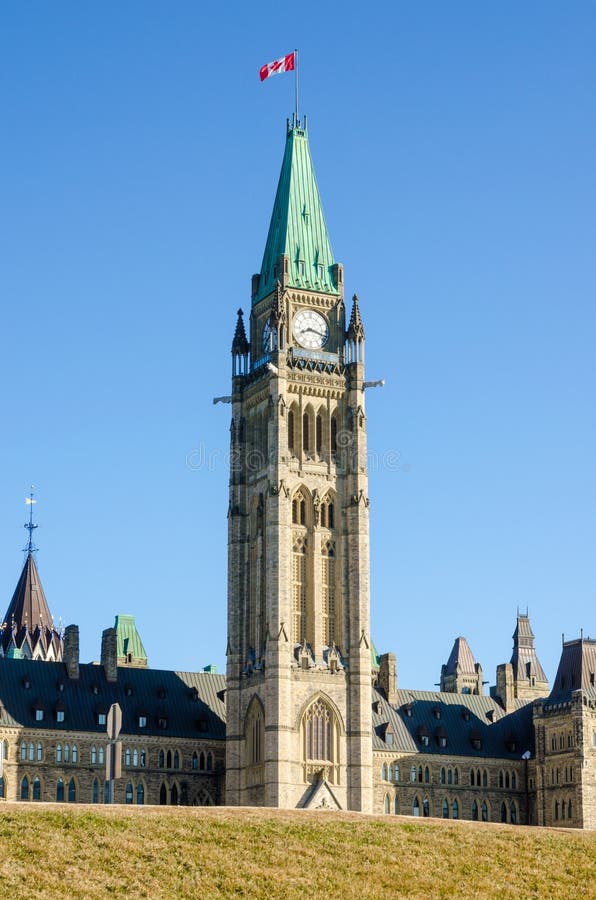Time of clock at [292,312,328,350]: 8:17
